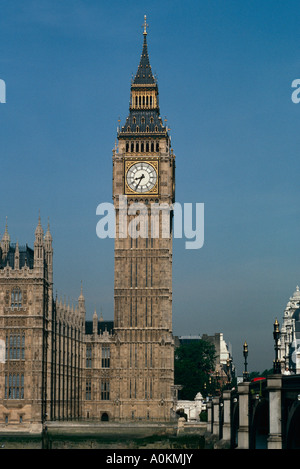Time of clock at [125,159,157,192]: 8:34
